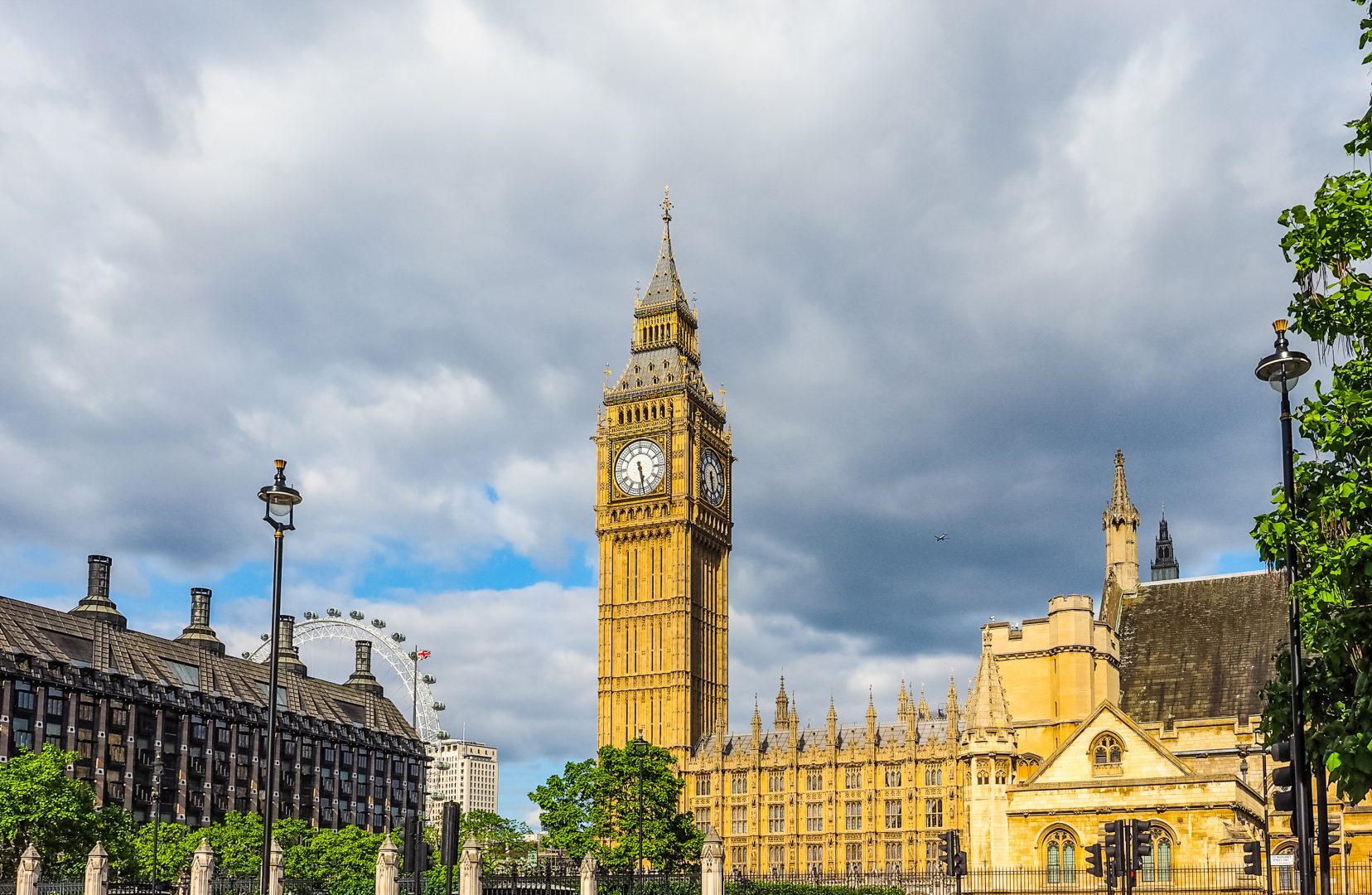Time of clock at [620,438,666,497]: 5:28
